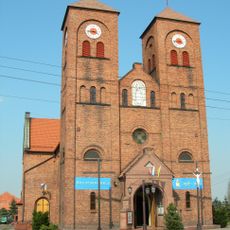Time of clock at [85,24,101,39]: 3:43
